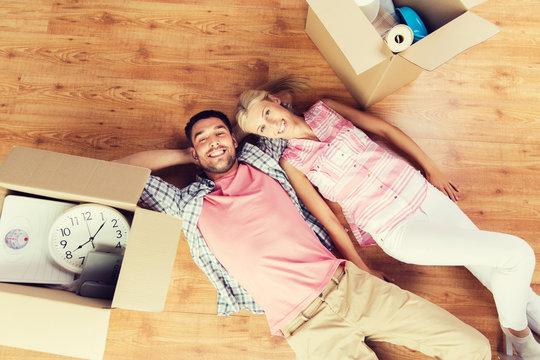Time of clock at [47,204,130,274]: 8:07
